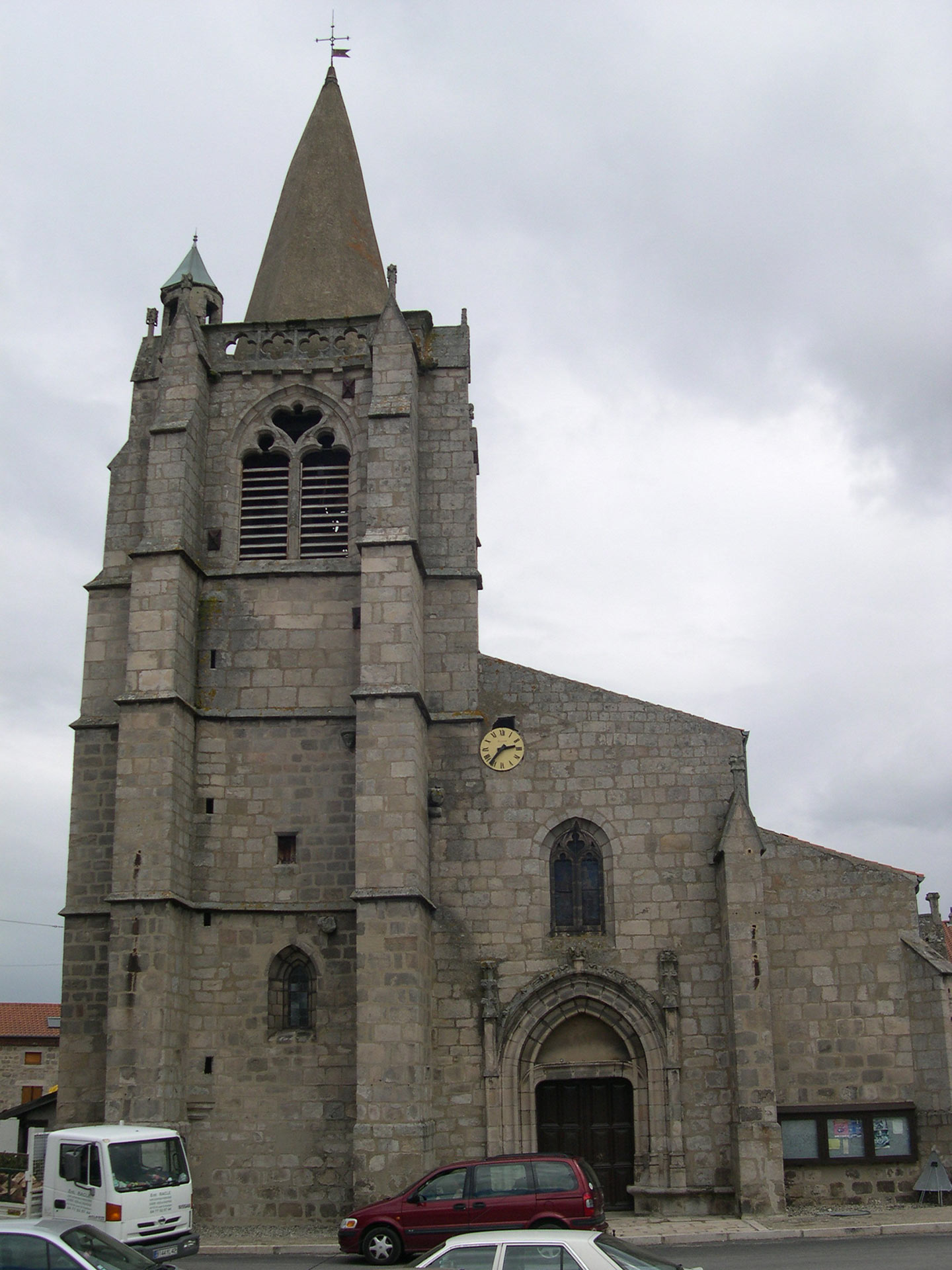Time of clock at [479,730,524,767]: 2:36
